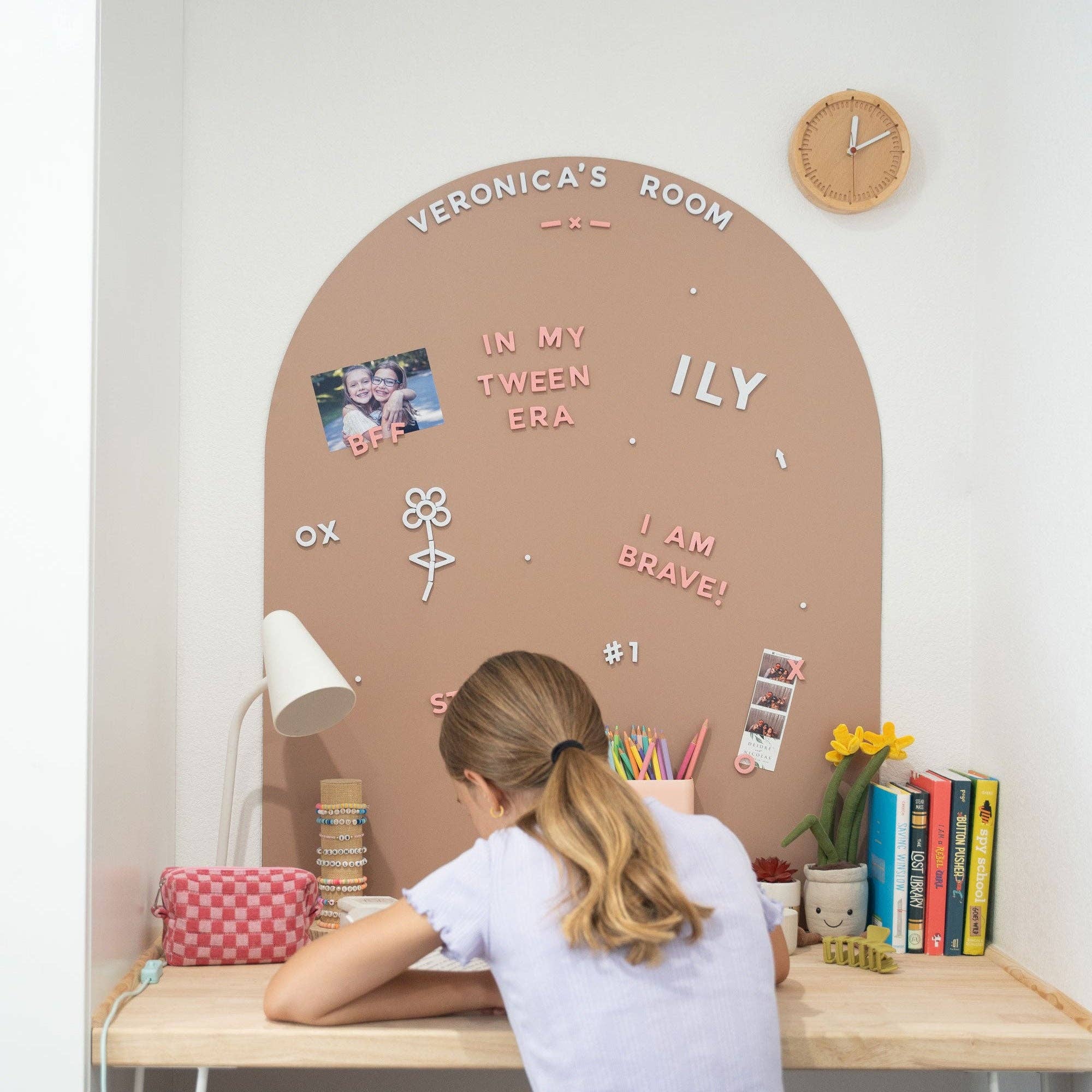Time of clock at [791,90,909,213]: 12:10
